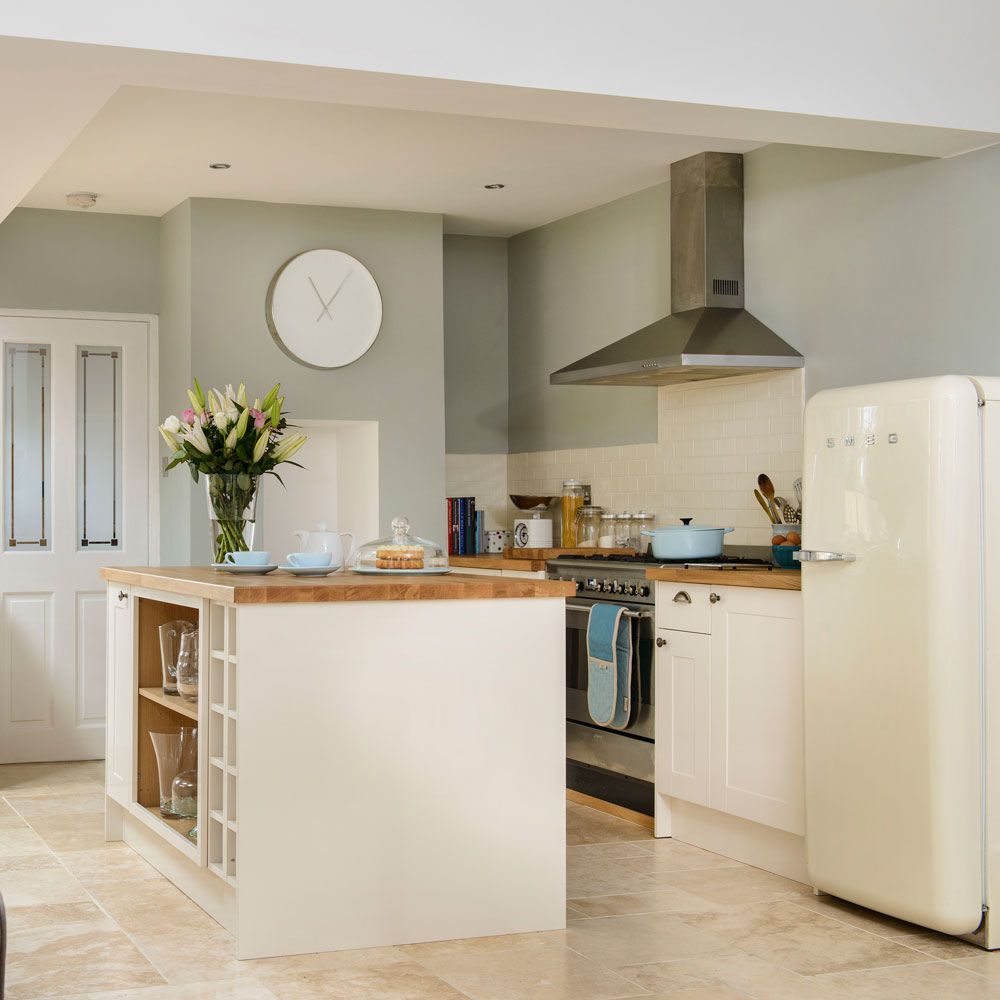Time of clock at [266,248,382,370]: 11:05
